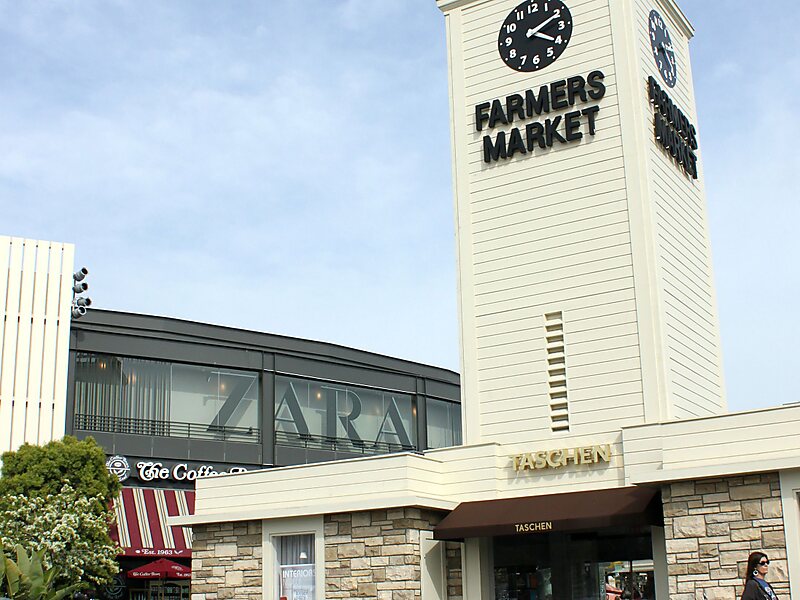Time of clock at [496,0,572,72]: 4:10
